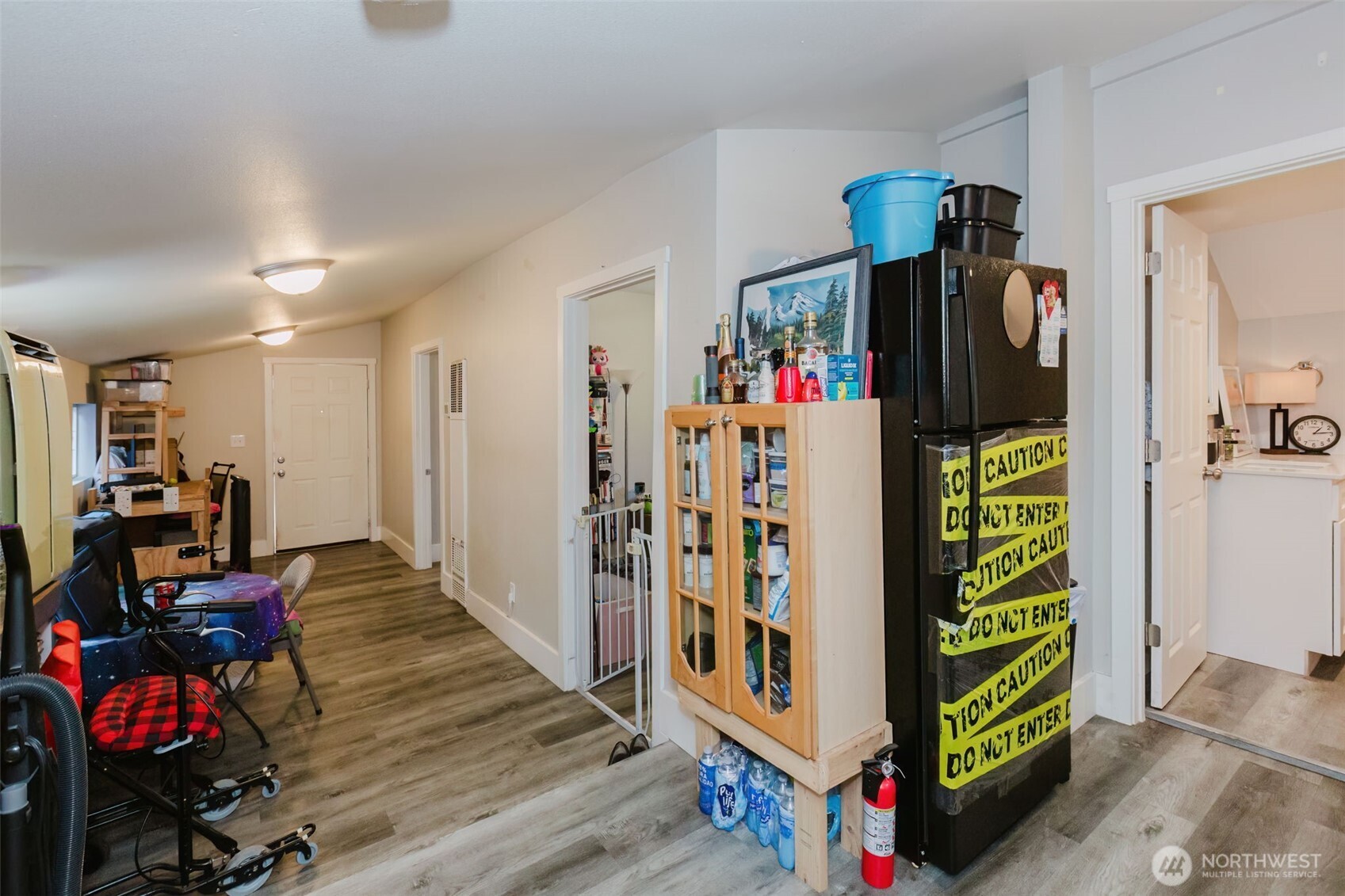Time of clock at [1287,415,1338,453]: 1:13
